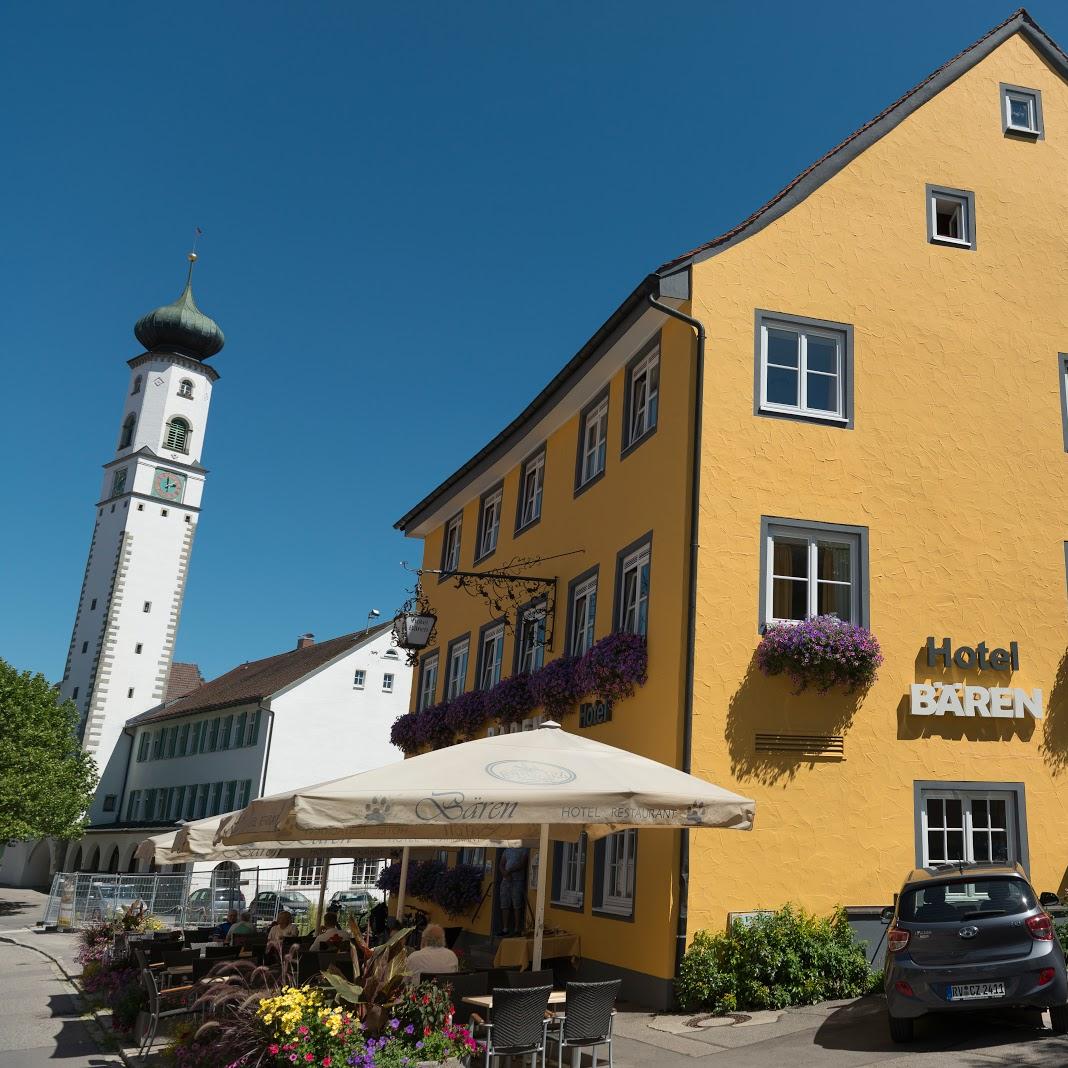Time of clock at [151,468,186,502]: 1:59
